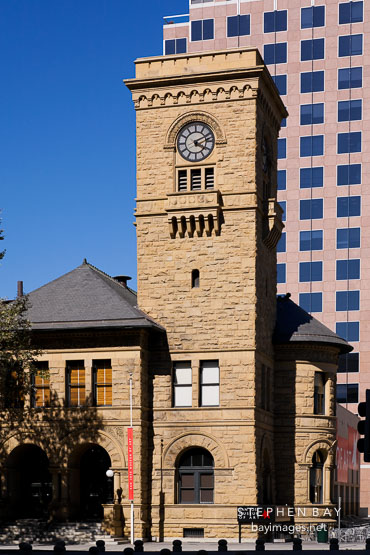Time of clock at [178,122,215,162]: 4:10
